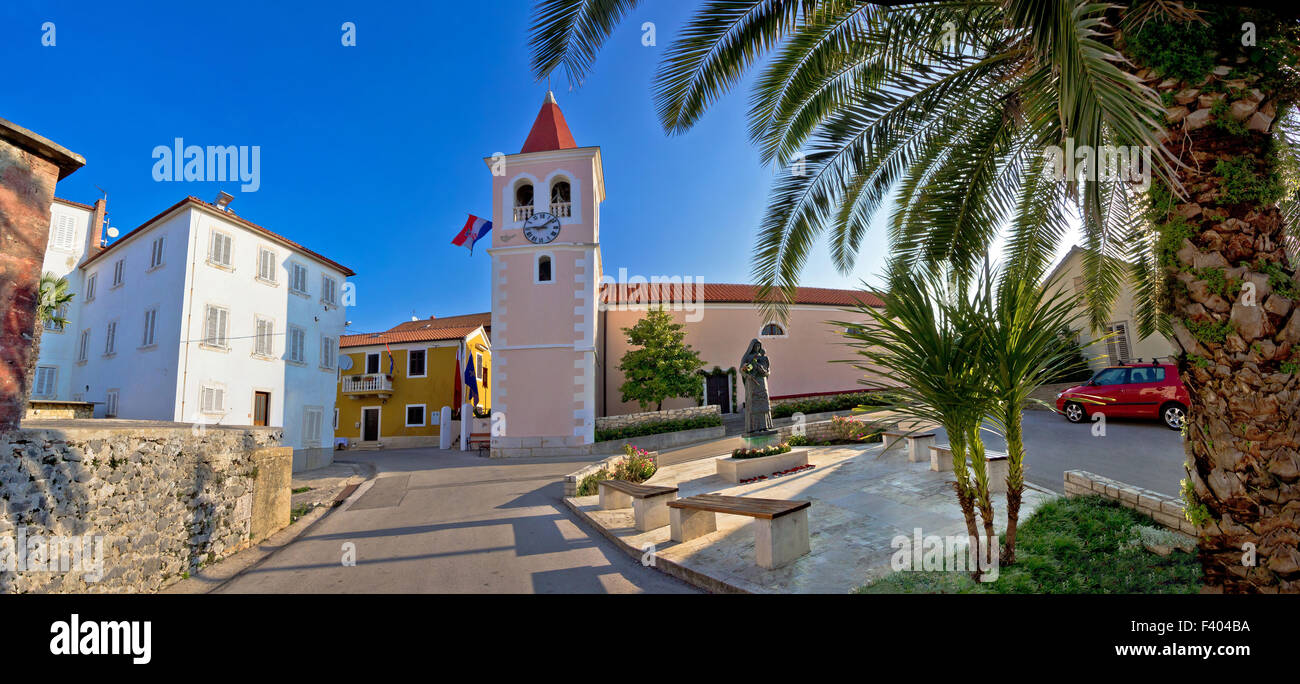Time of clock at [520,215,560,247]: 9:08
